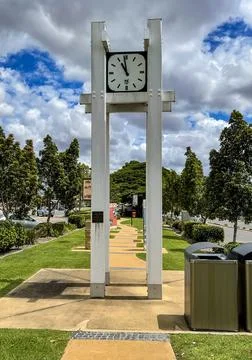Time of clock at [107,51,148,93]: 10:58
